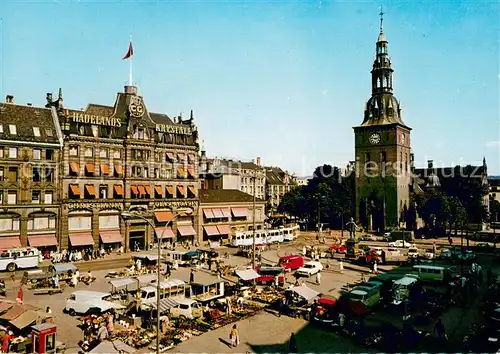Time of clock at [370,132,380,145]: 2:46
